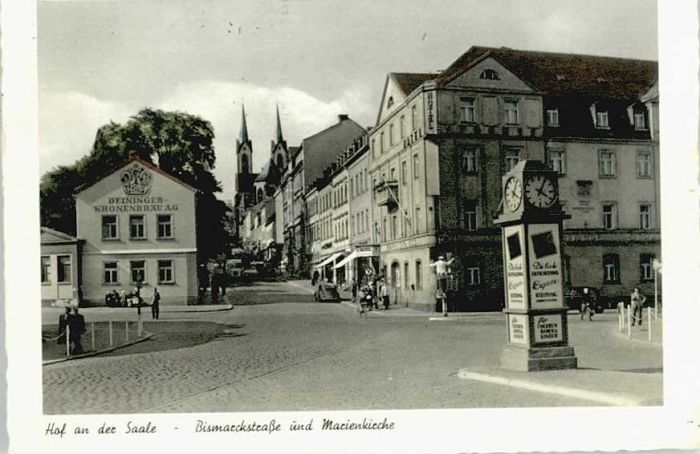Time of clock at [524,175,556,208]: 4:04
